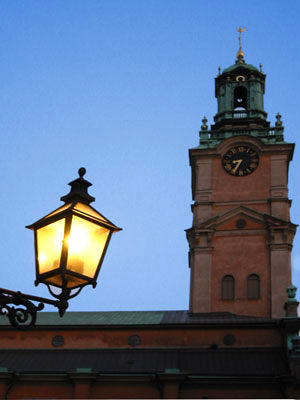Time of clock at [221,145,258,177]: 8:34
